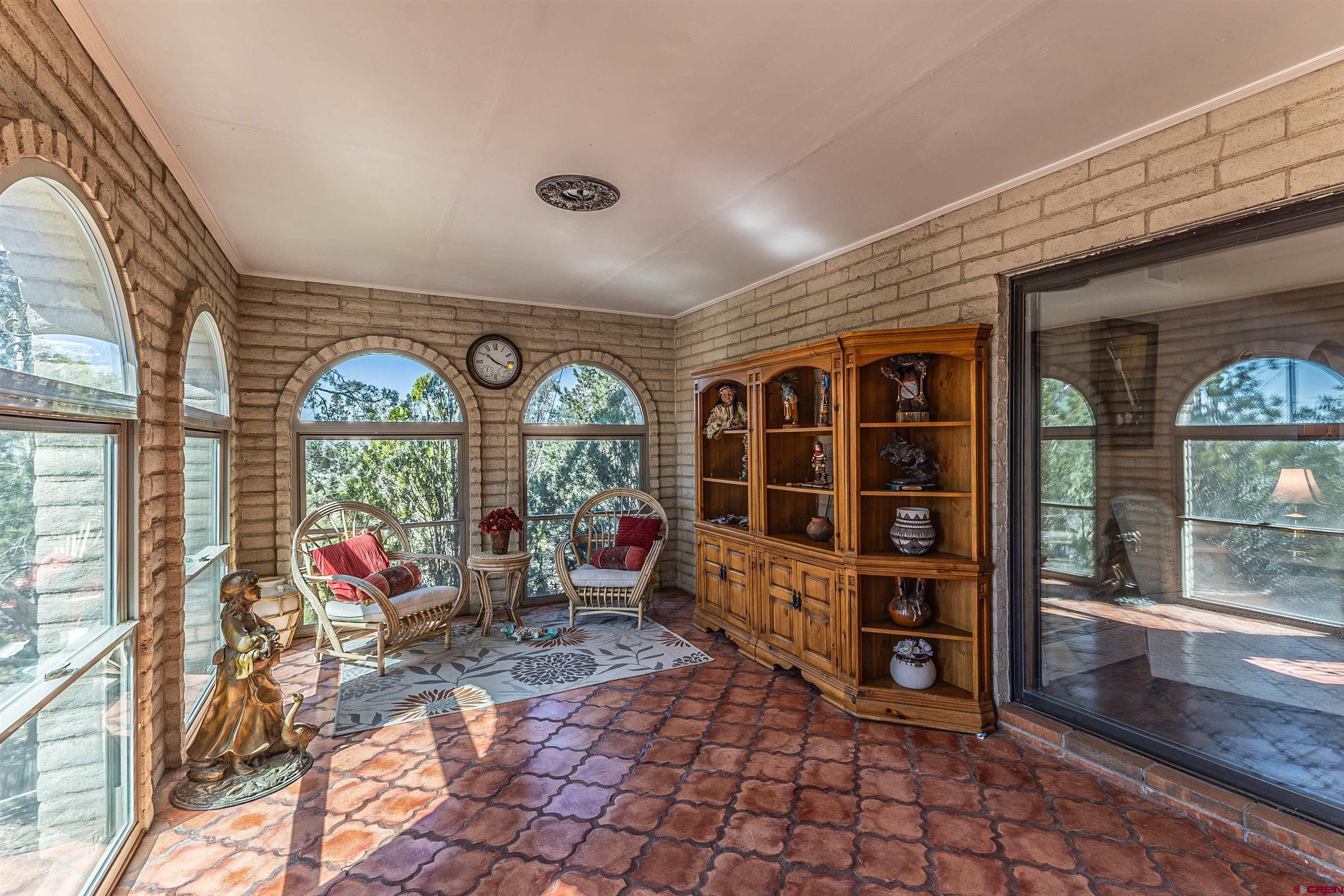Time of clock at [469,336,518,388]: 10:18
